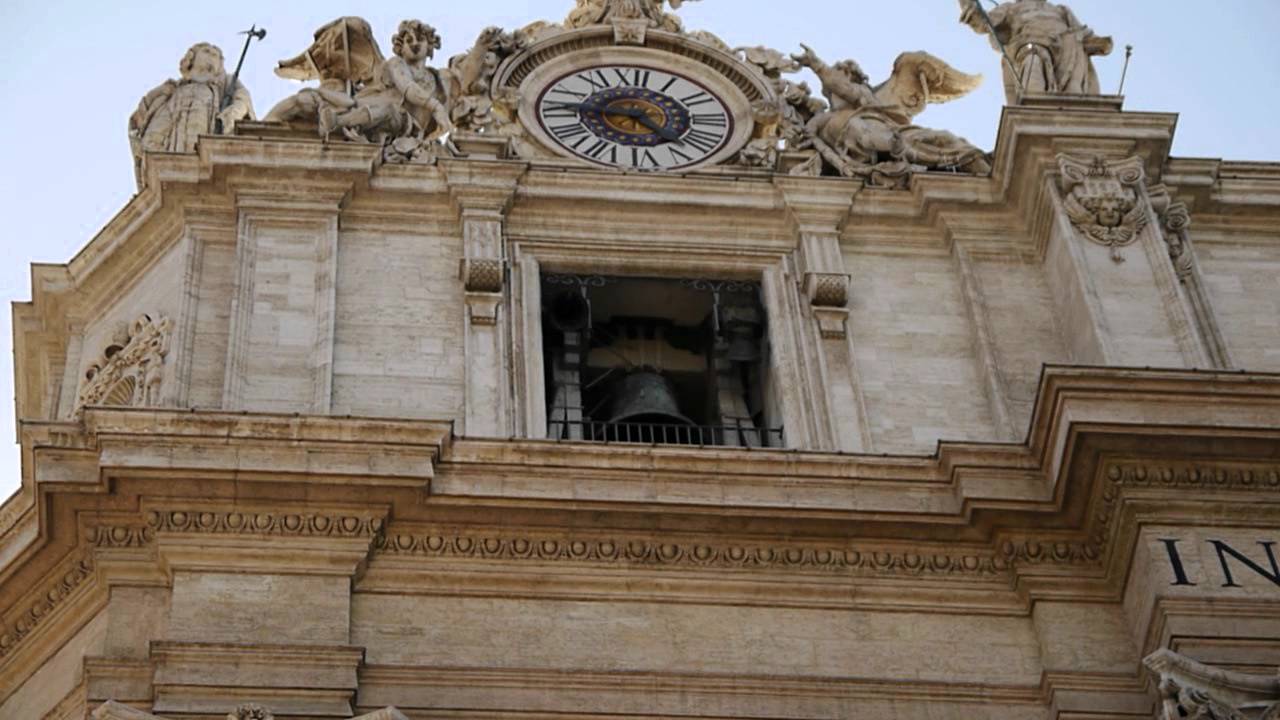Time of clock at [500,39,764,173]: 4:45
